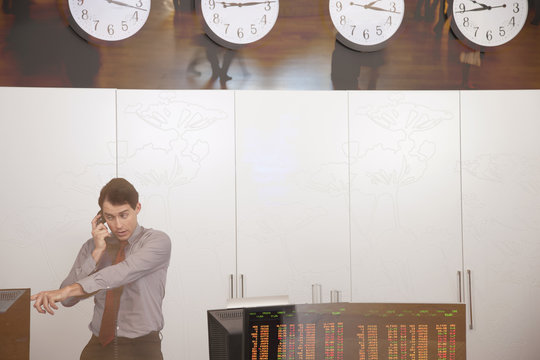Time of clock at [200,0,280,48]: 9:13
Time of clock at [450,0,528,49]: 9:43
